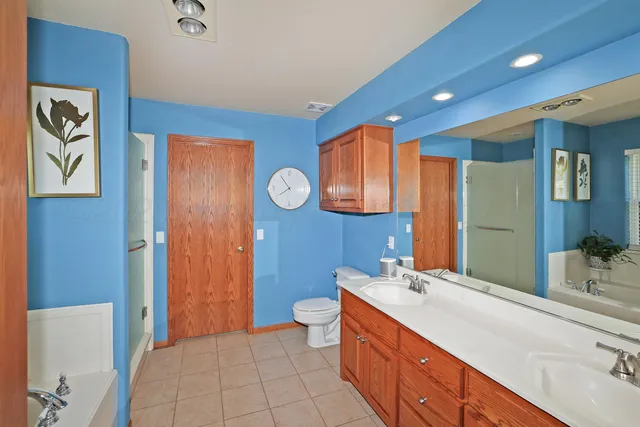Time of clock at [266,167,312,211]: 7:54
